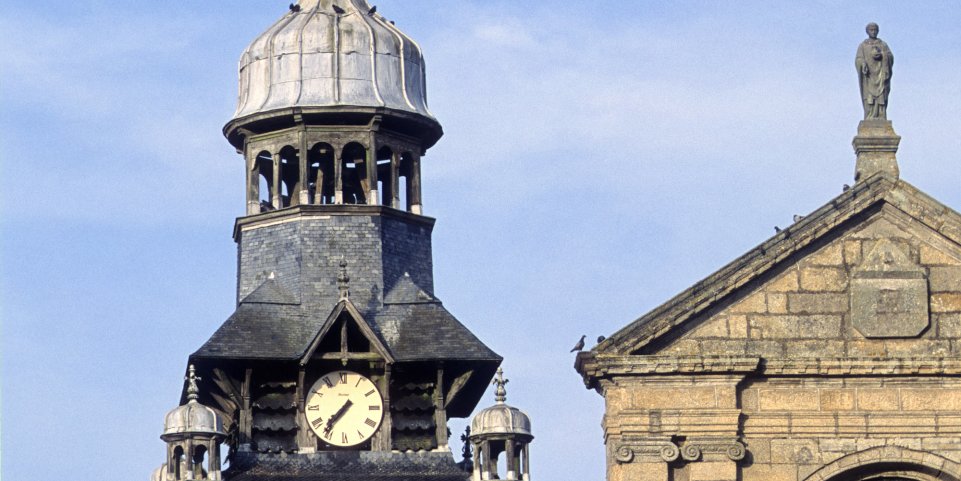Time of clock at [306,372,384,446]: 7:36
